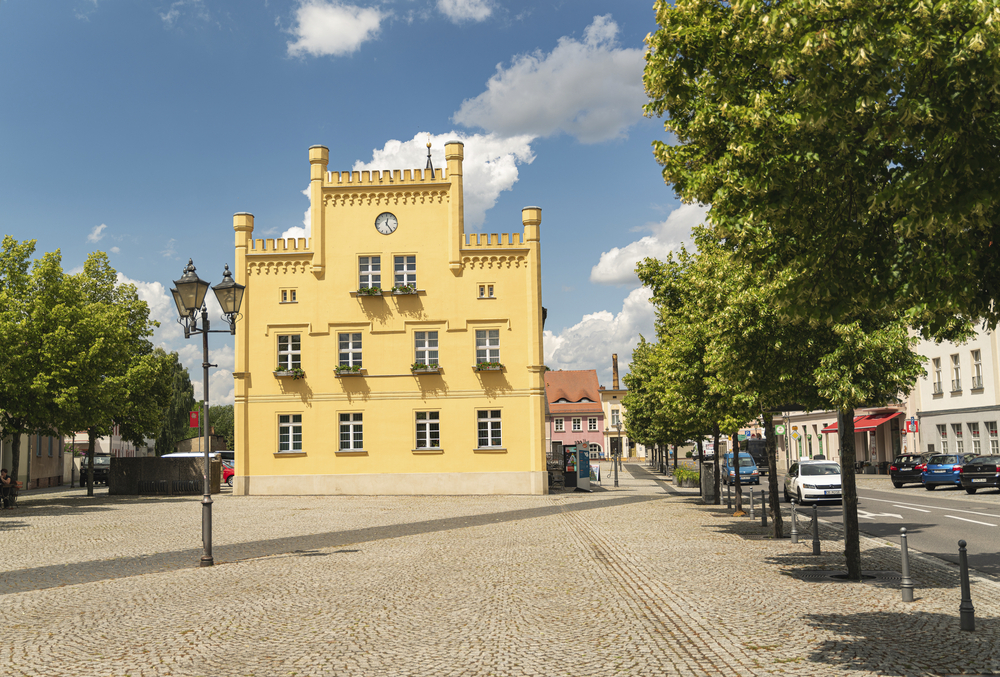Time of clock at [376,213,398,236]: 12:24
